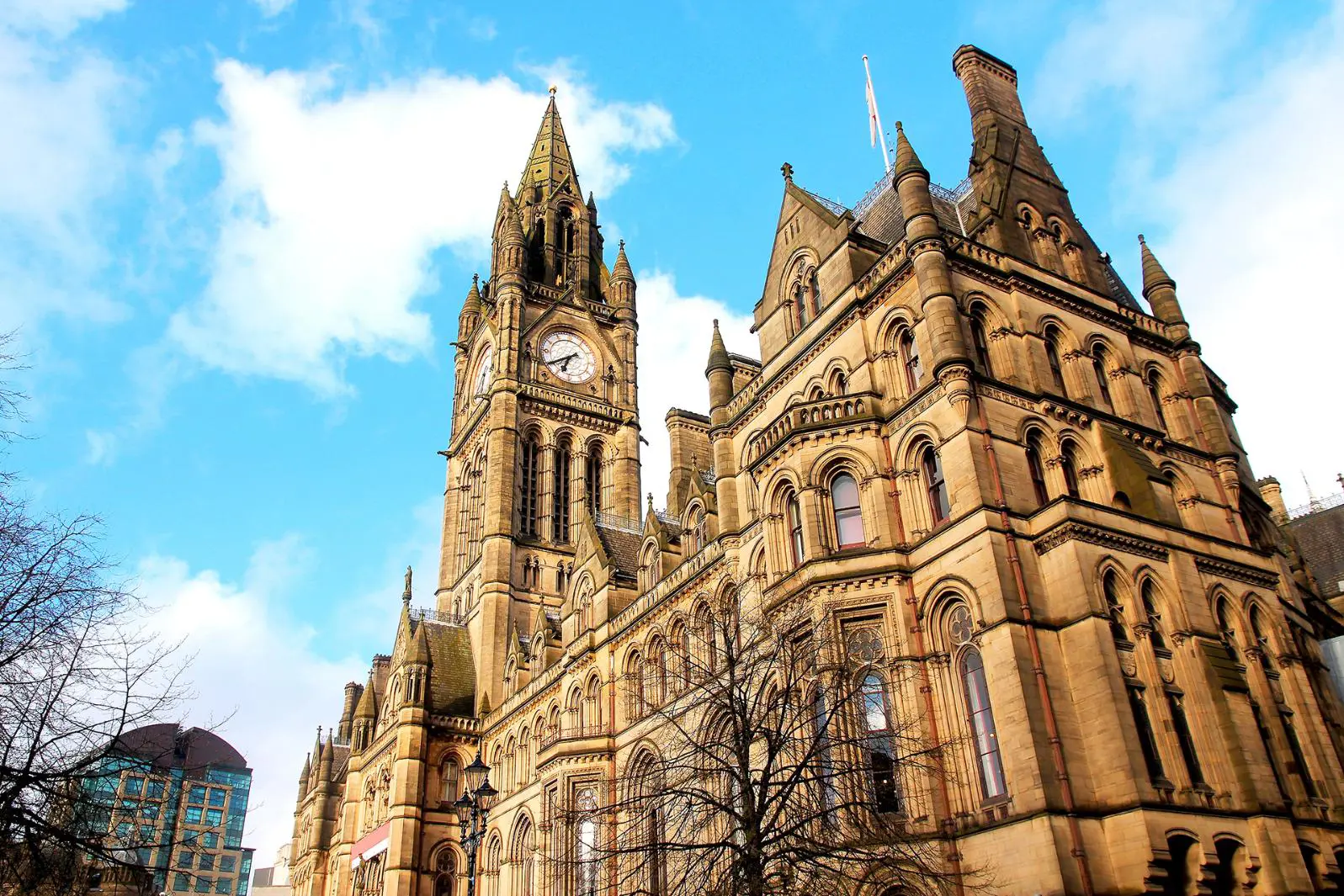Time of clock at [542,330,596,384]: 6:39
